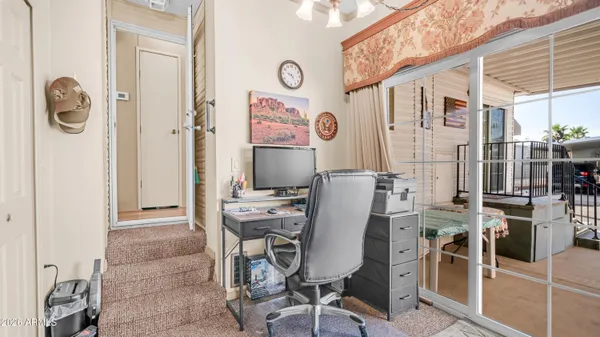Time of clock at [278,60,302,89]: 9:23
